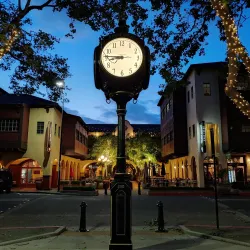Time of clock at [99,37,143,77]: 8:45
